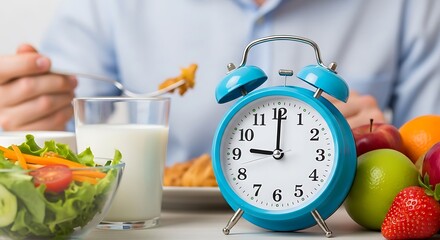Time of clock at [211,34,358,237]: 9:00
